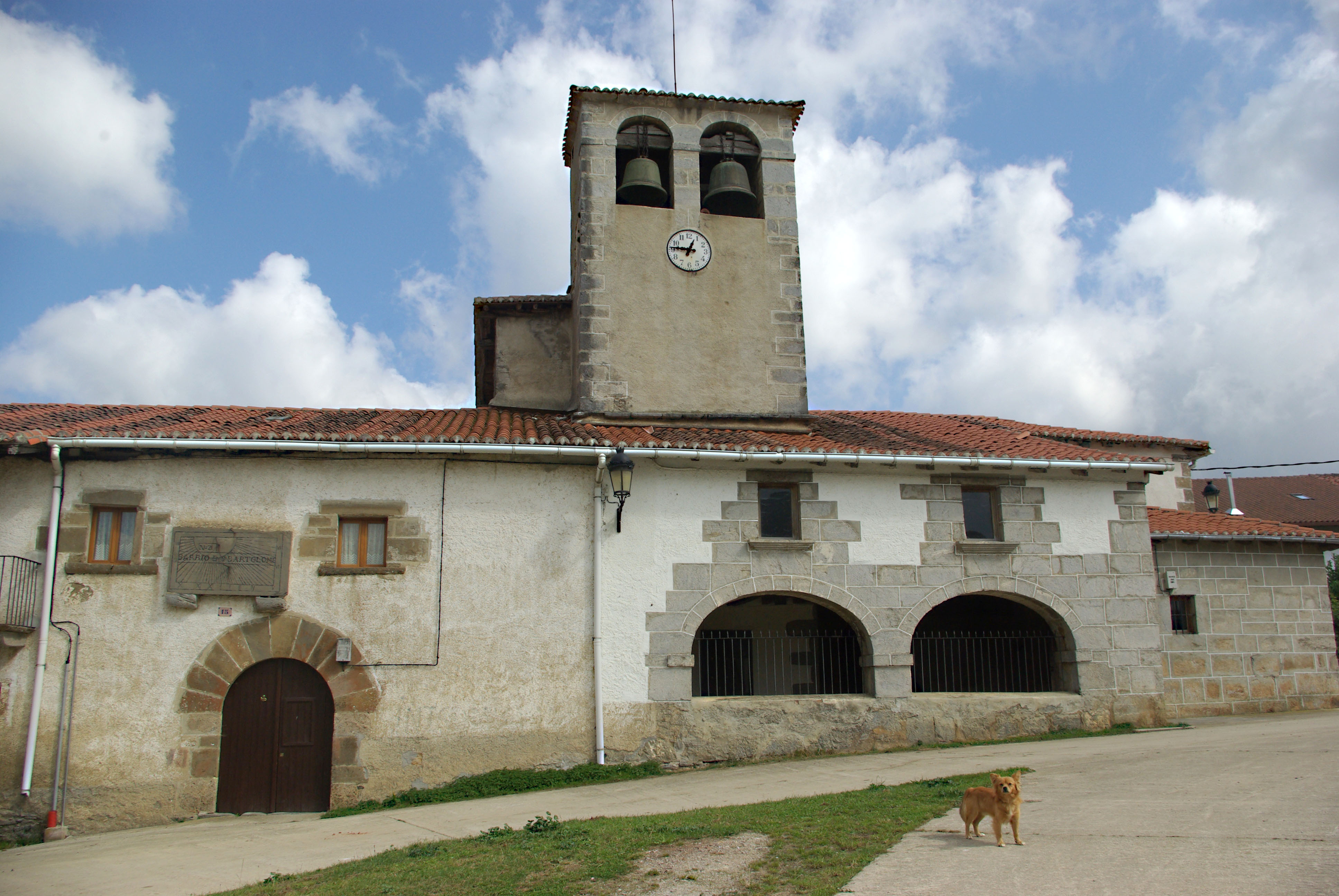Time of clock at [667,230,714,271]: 12:46
